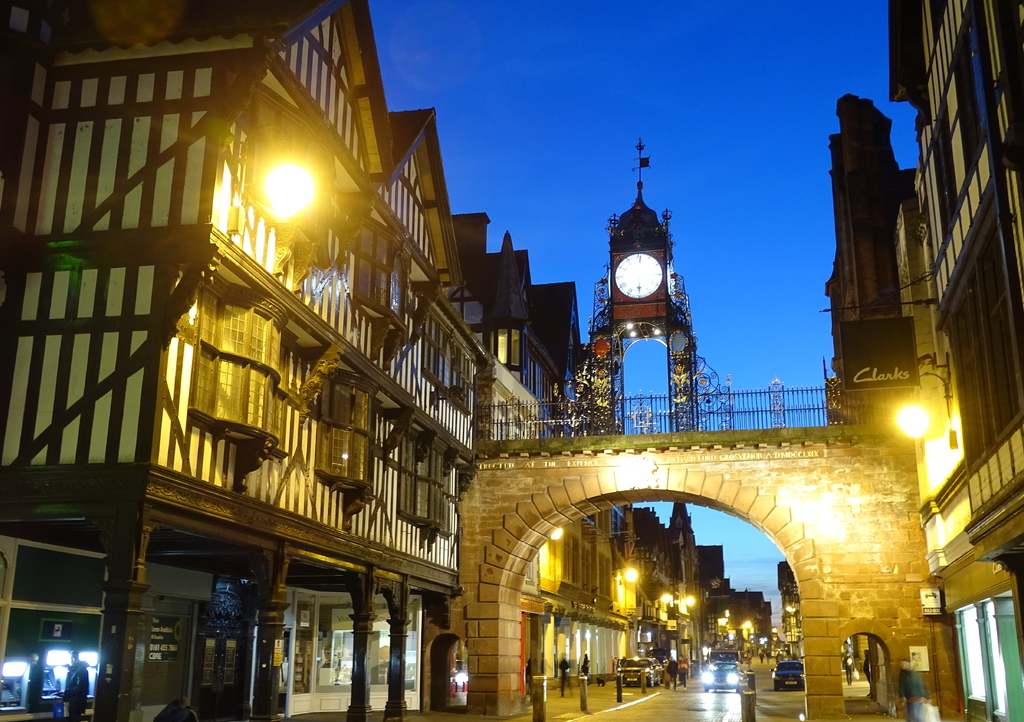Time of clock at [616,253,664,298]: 5:29
